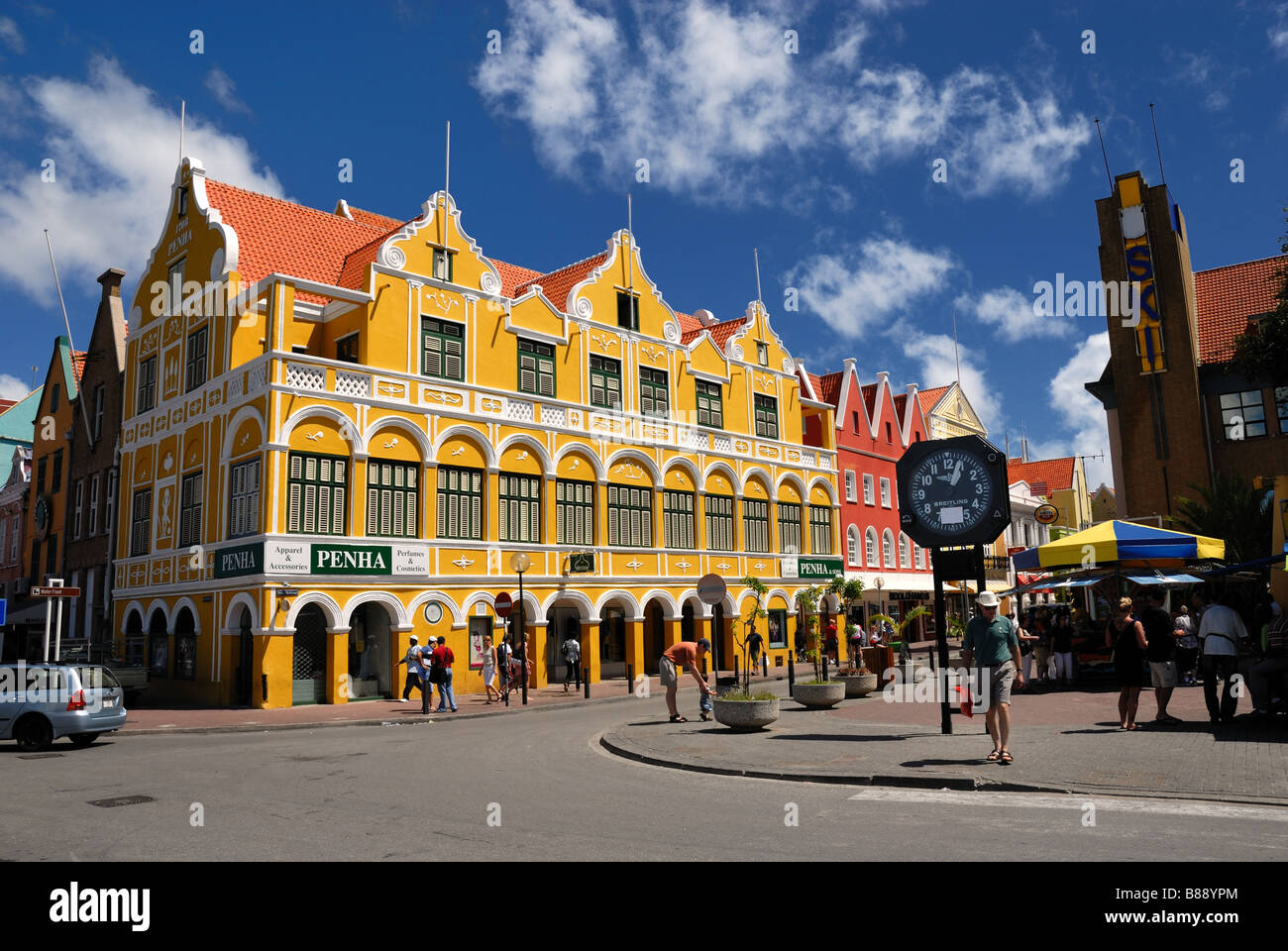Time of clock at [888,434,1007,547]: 1:03
